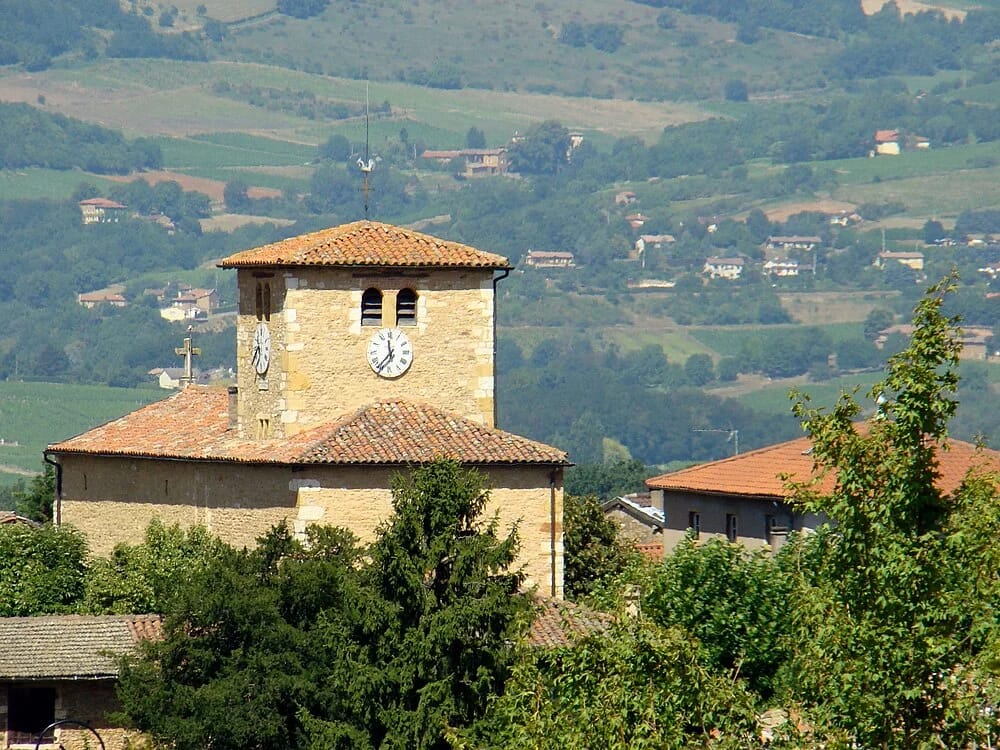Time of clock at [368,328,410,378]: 11:36
